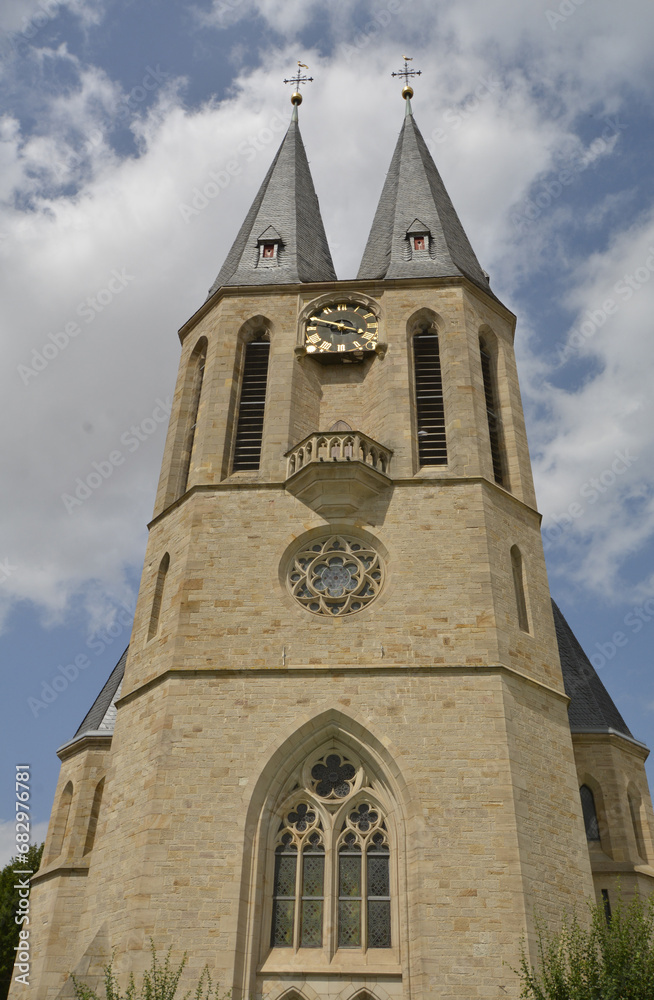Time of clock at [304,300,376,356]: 3:48
